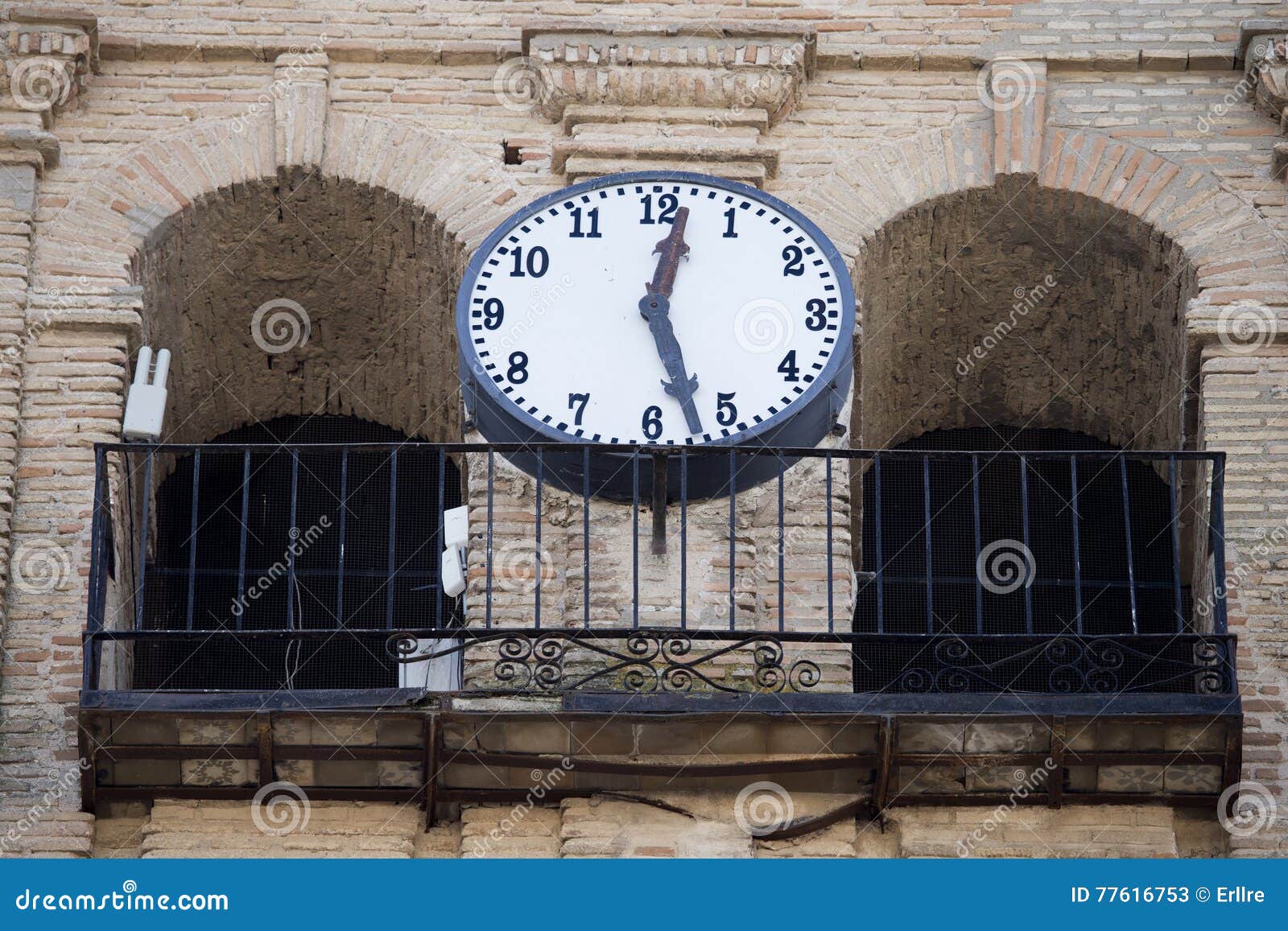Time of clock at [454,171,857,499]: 12:27
